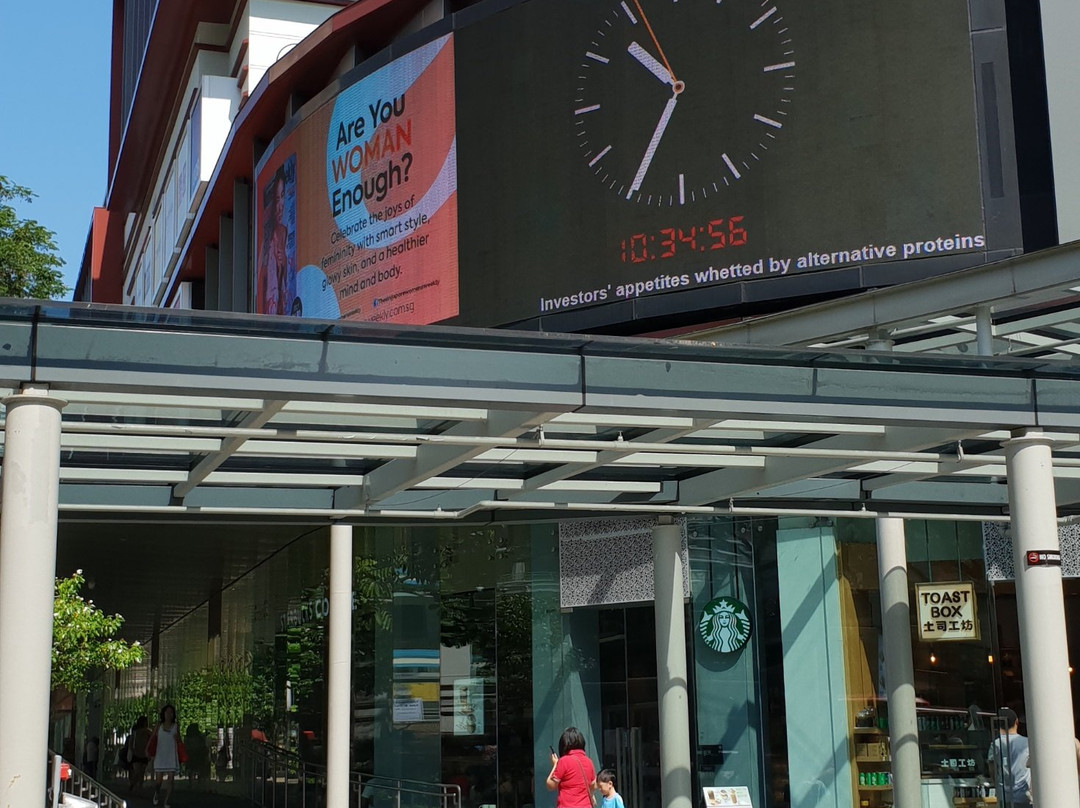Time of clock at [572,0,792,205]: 10:34
